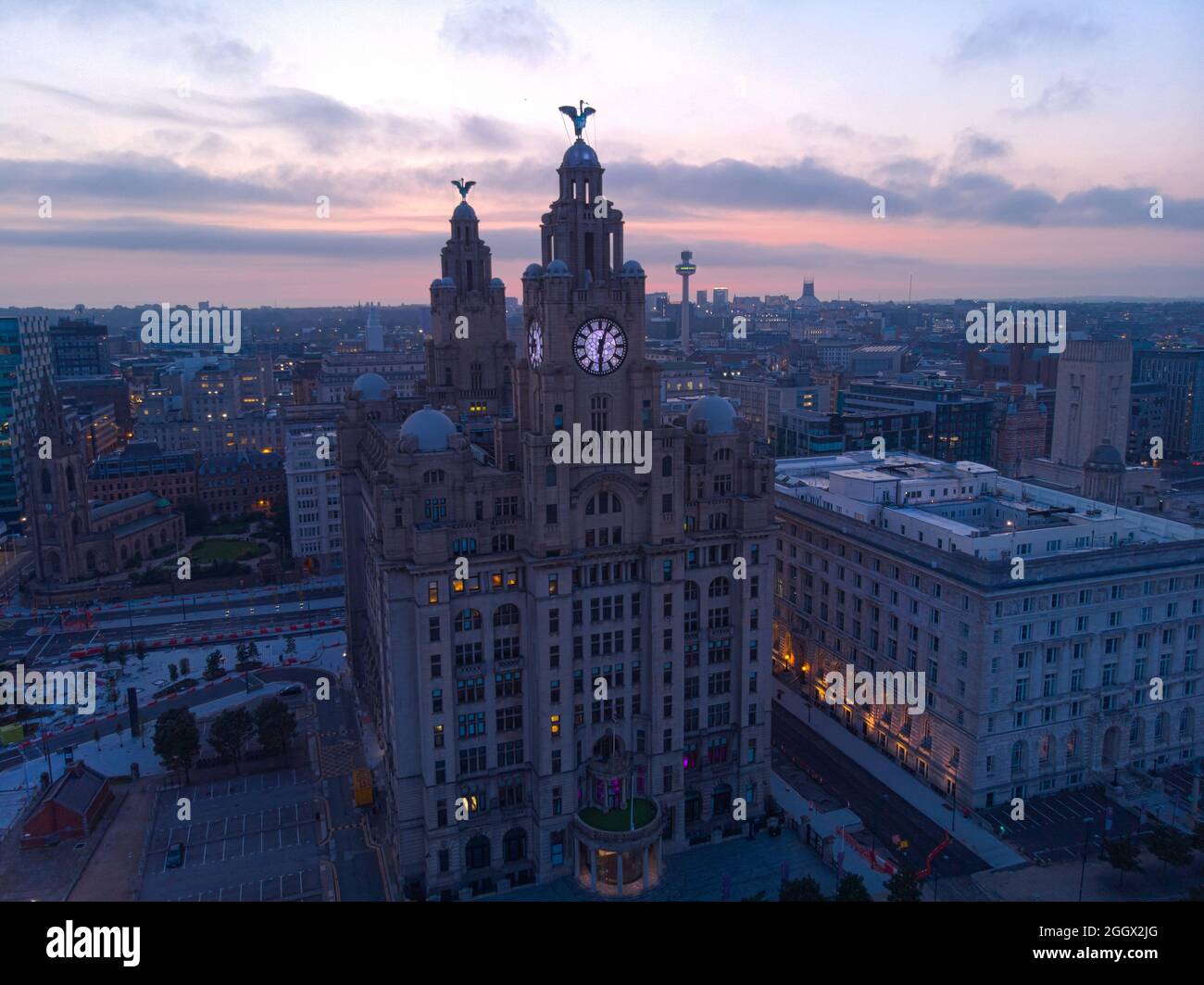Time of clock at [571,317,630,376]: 6:03
